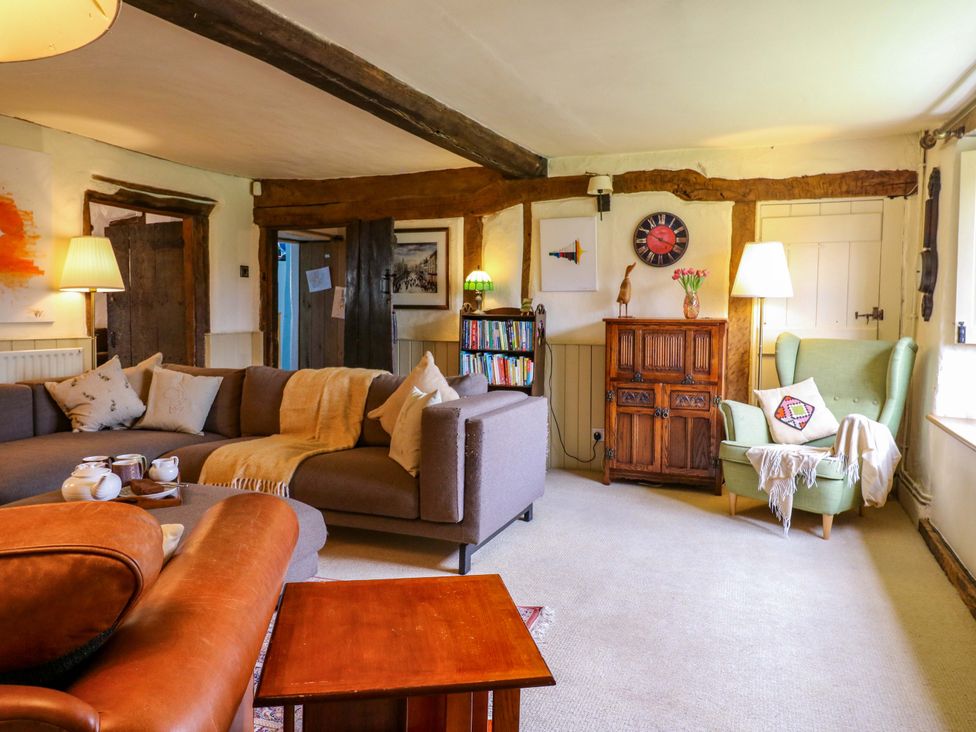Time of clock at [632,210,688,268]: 3:49
